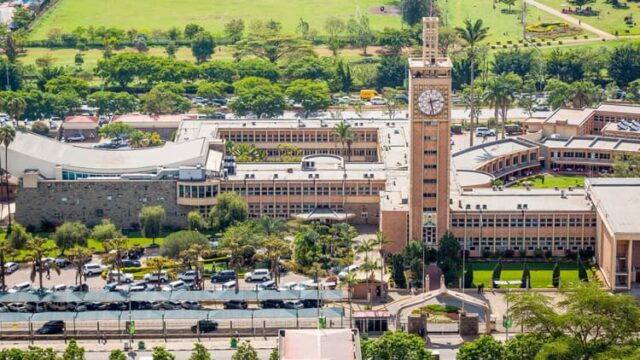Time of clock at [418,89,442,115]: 2:28
